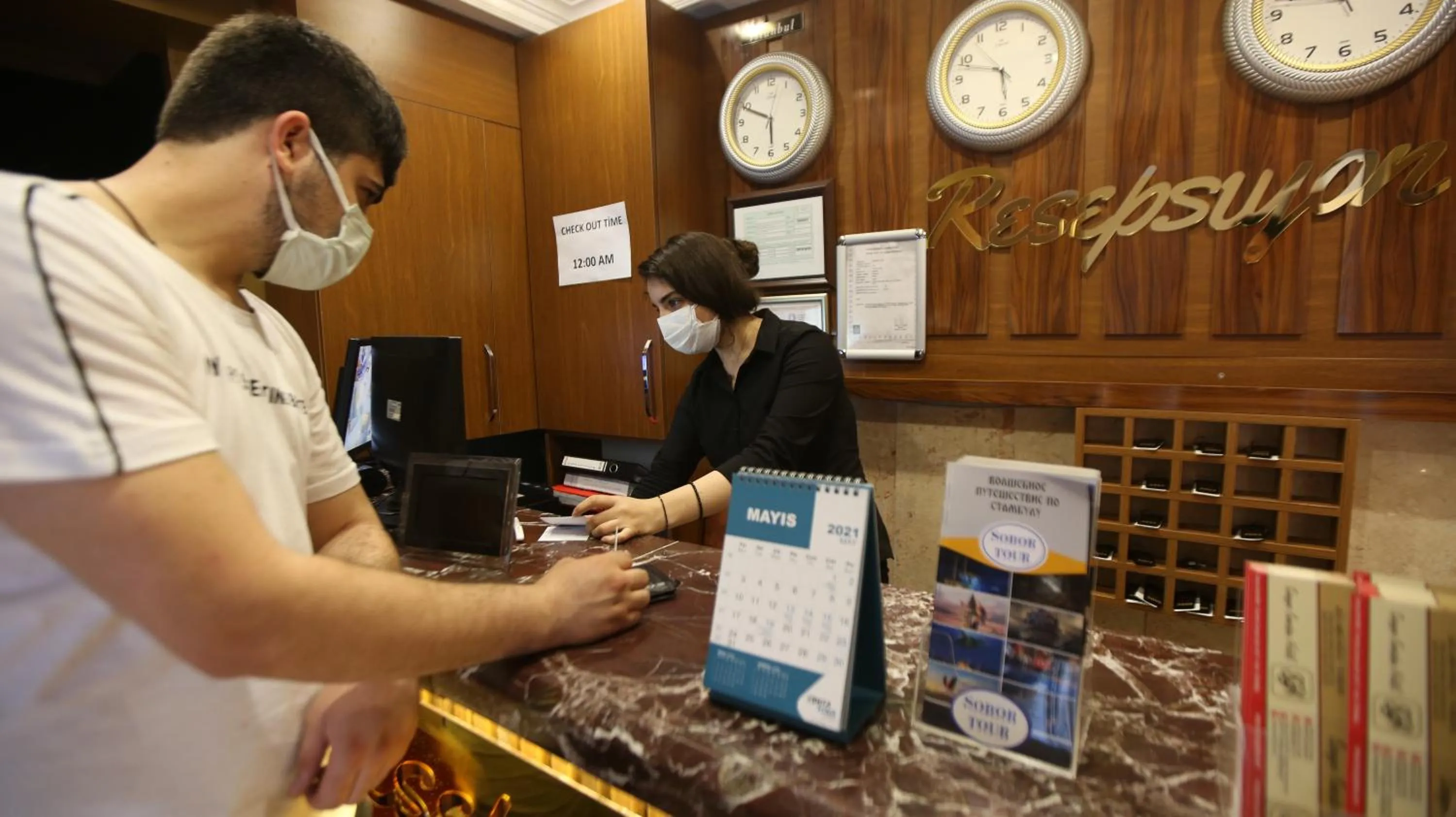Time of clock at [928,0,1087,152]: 5:47
